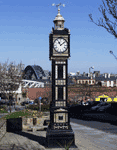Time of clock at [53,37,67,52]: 11:08
